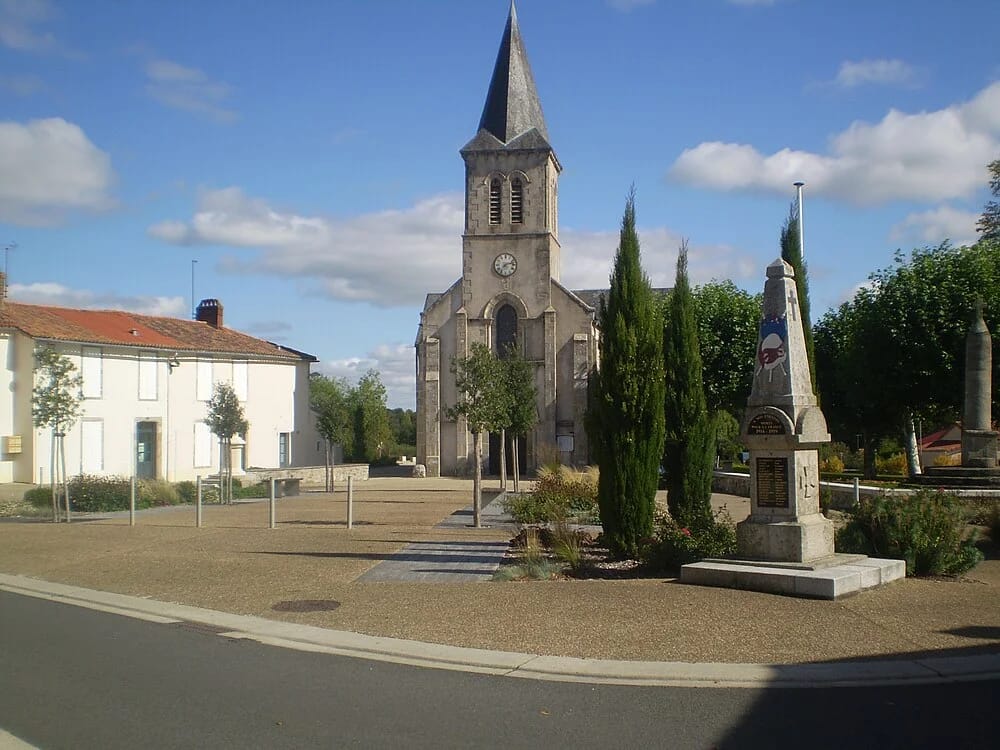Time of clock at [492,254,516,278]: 7:12
